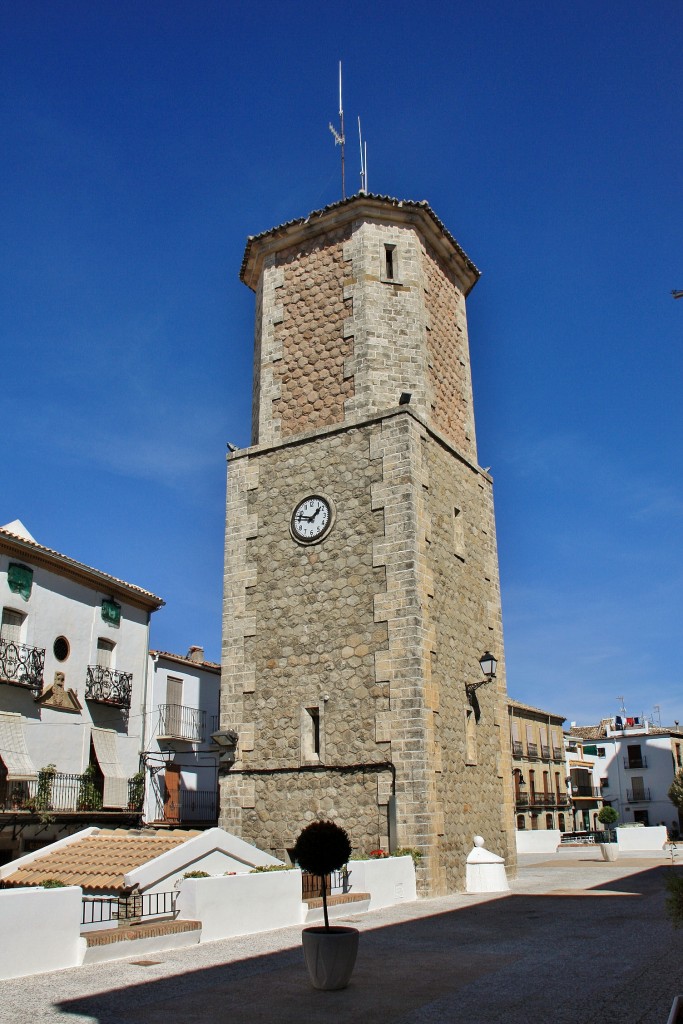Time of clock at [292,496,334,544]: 1:47
